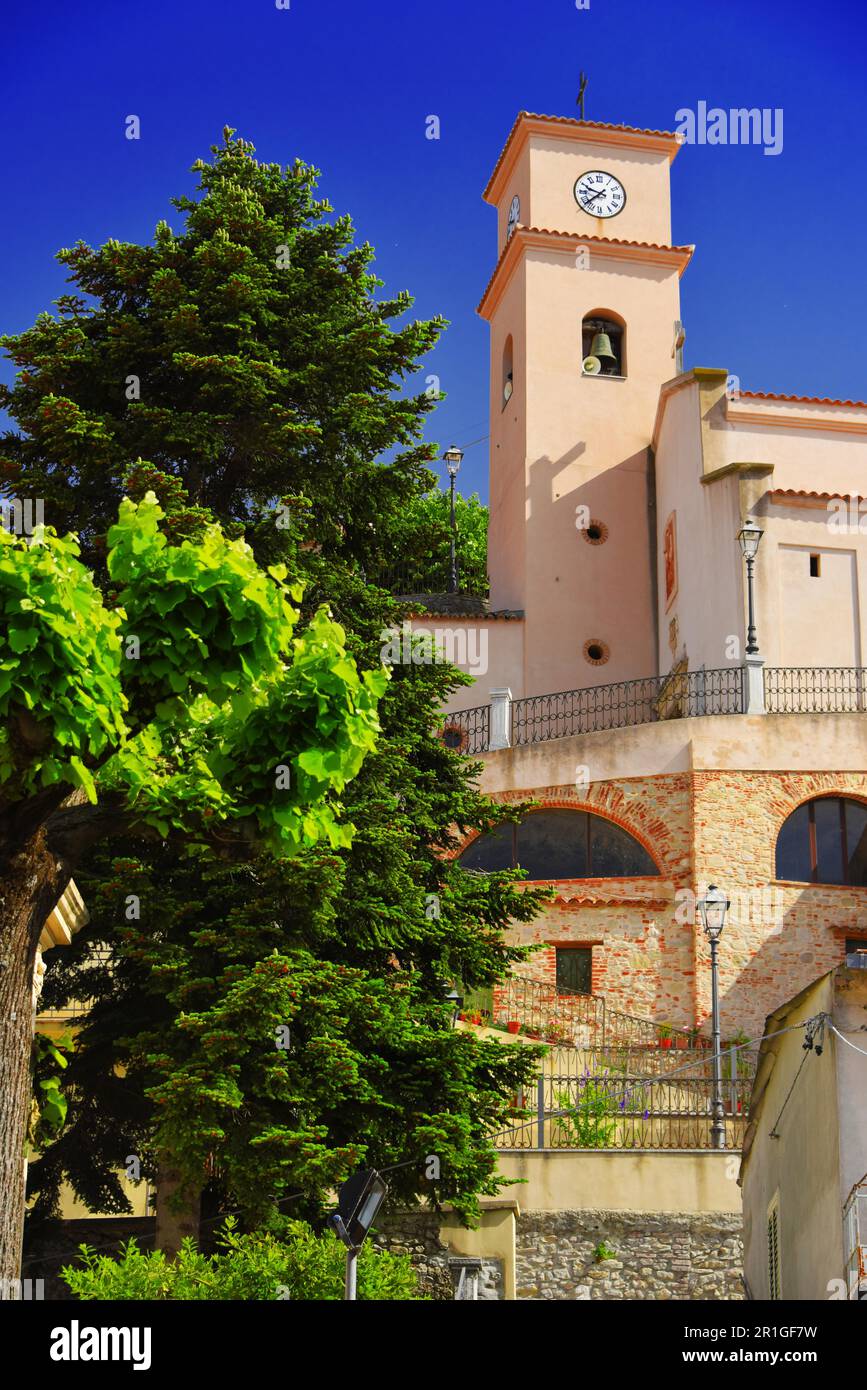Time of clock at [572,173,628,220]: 9:38
